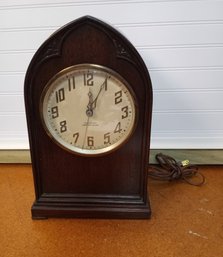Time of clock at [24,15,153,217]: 12:04
